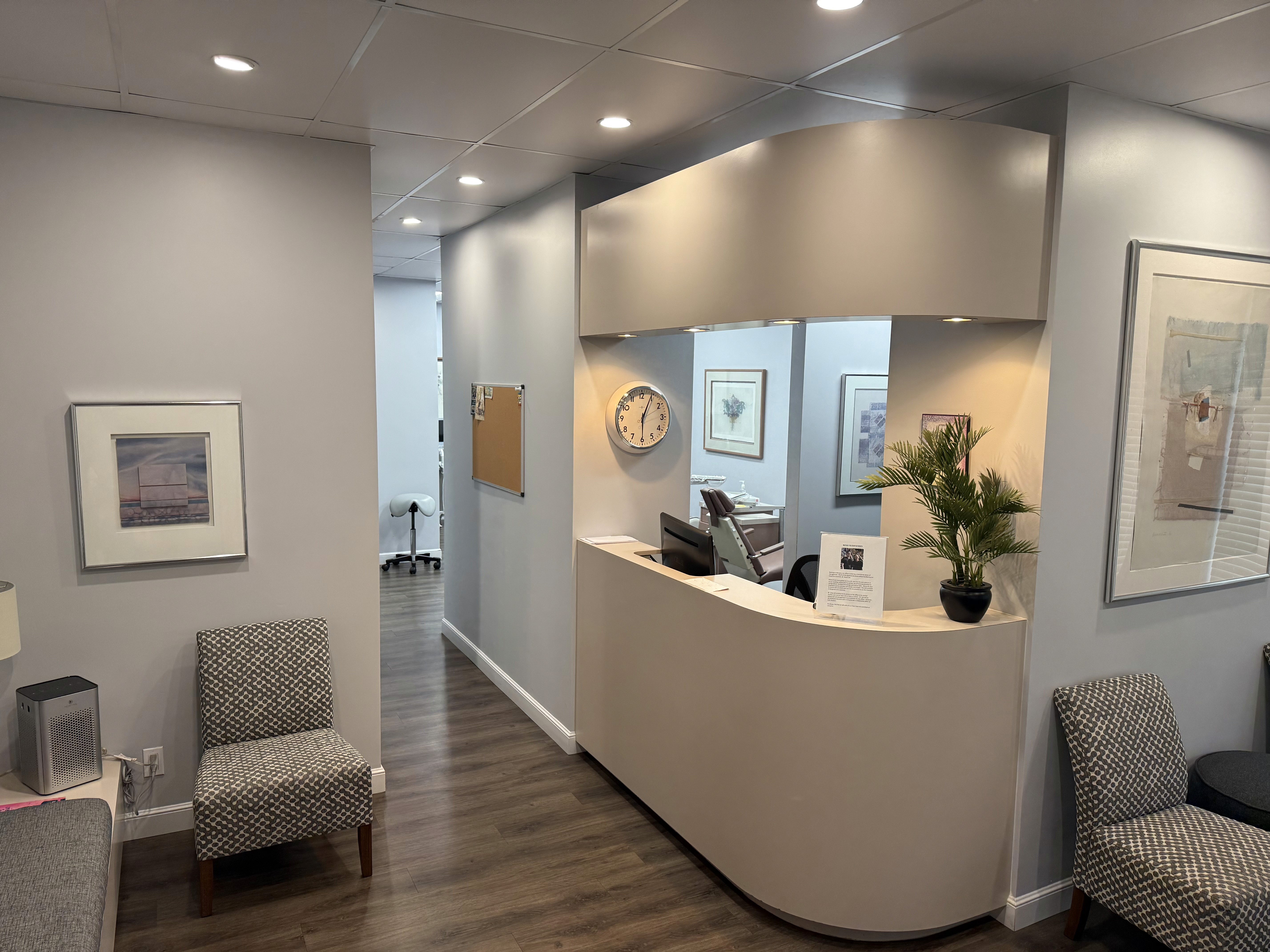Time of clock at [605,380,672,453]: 6:04
